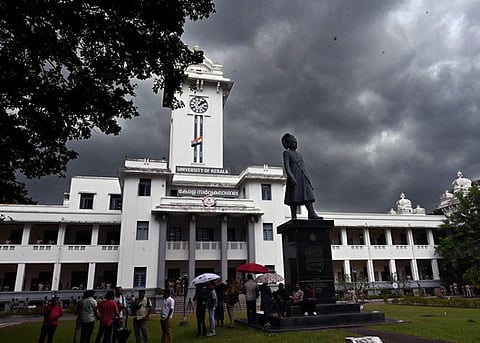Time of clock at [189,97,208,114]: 1:08
